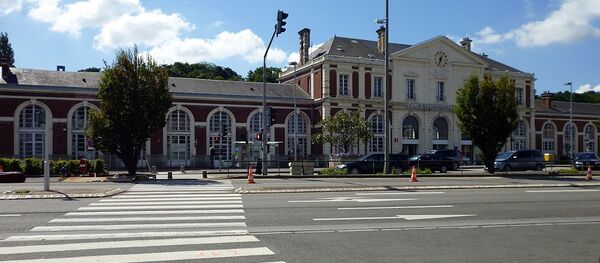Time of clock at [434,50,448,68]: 12:33
